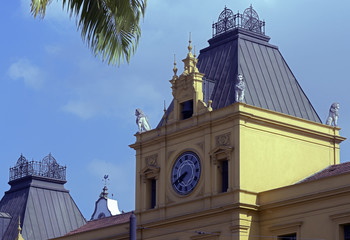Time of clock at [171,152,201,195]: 7:41
